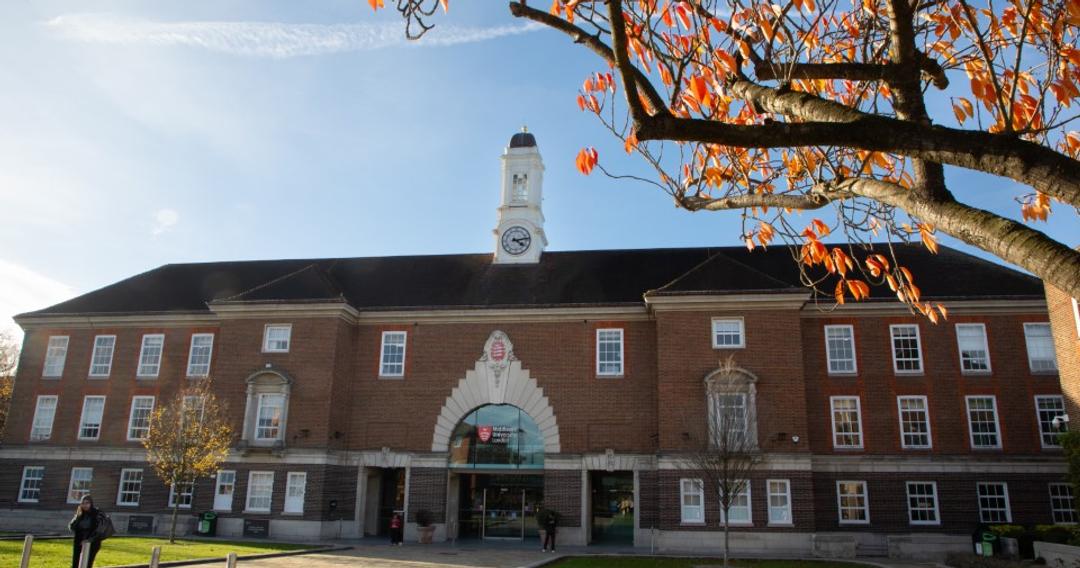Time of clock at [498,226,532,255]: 4:13
